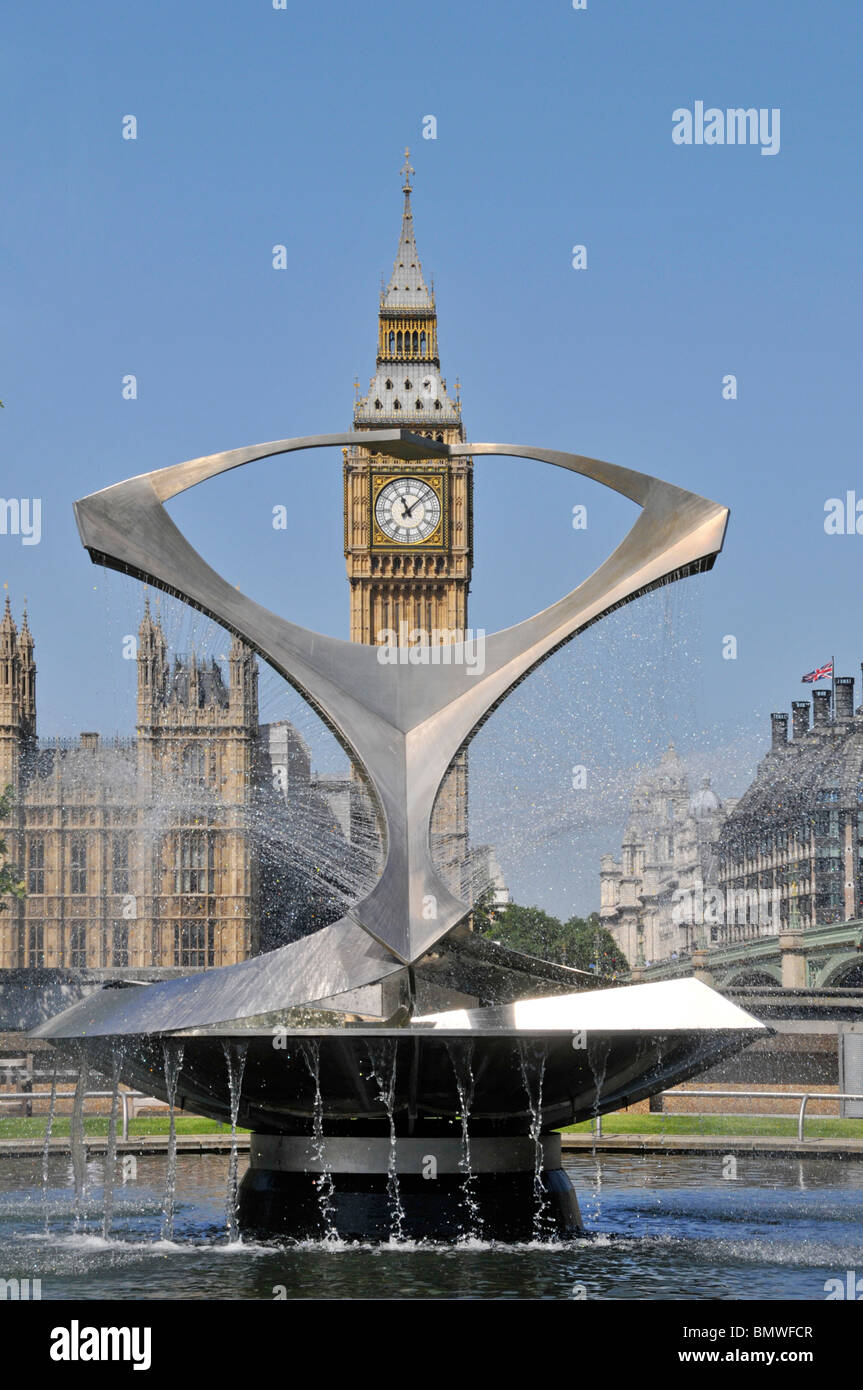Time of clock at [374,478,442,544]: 11:07
